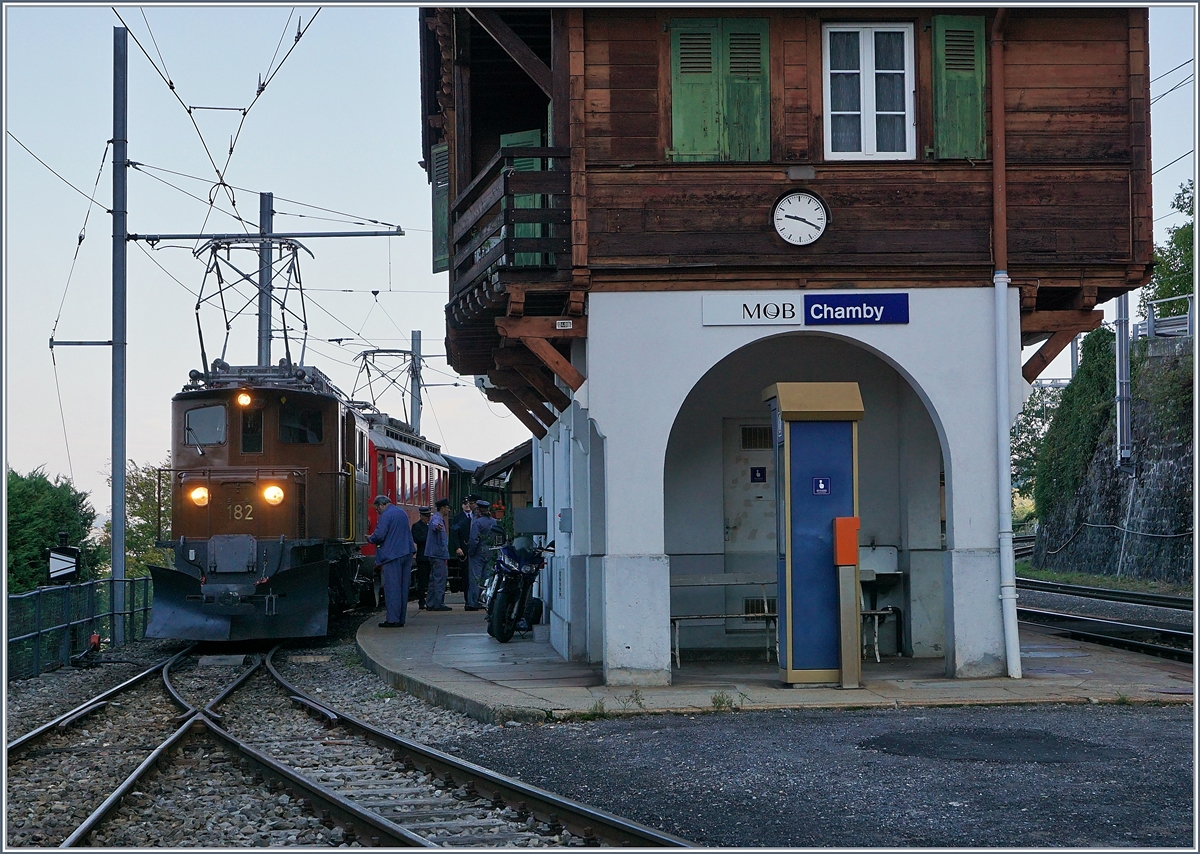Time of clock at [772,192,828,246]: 9:19
